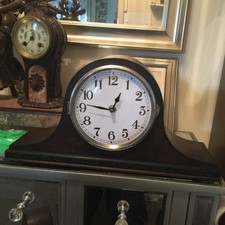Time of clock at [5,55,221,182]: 12:46
